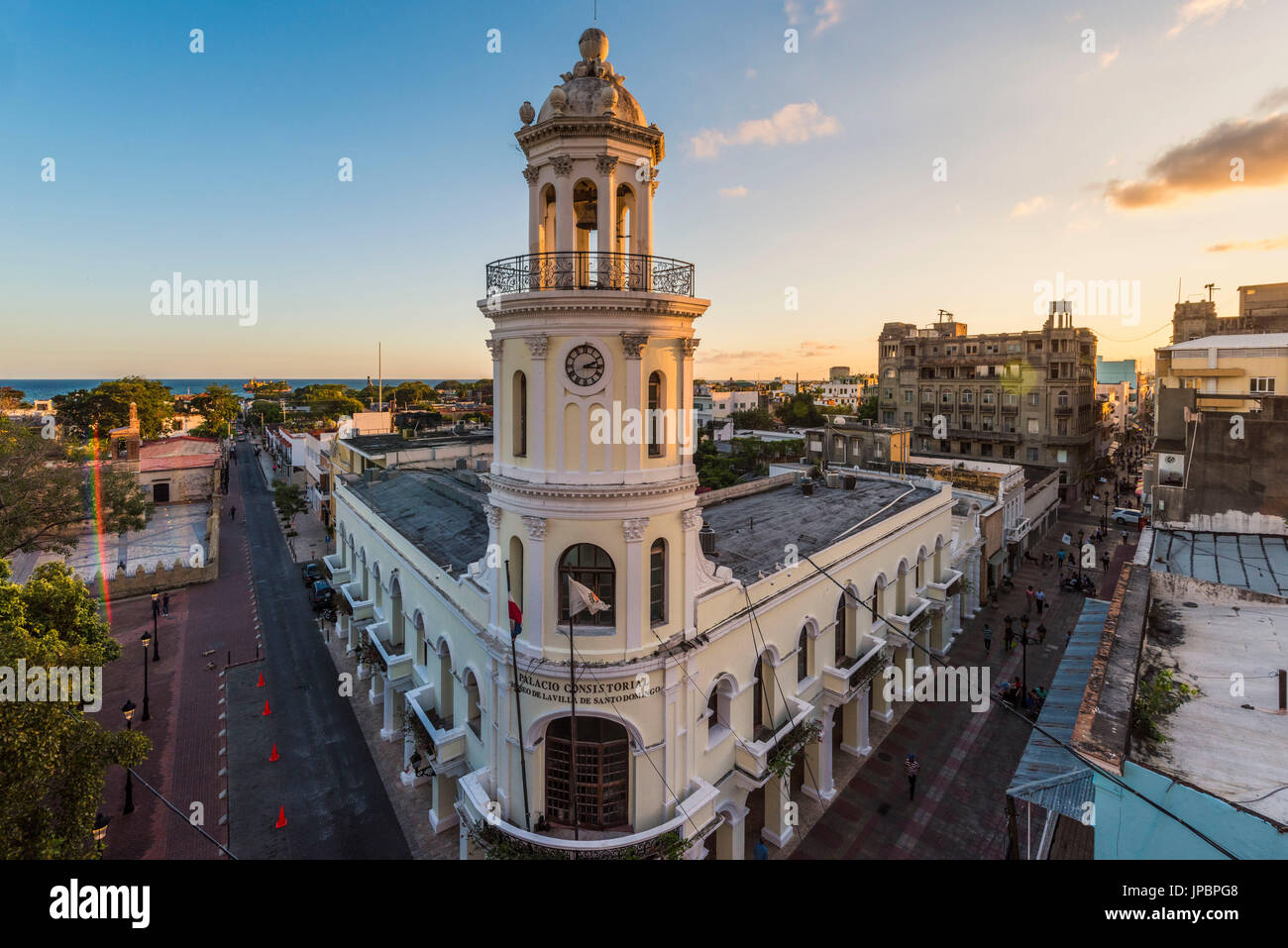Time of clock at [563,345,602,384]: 2:16
